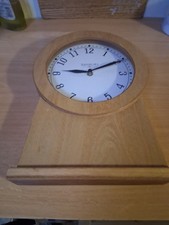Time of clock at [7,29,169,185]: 9:10
